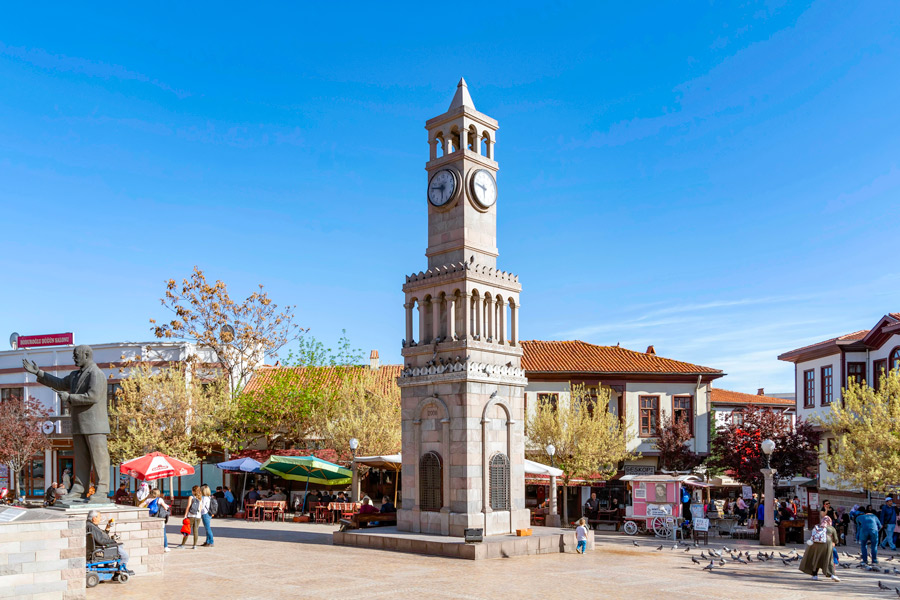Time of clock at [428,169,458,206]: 5:46
